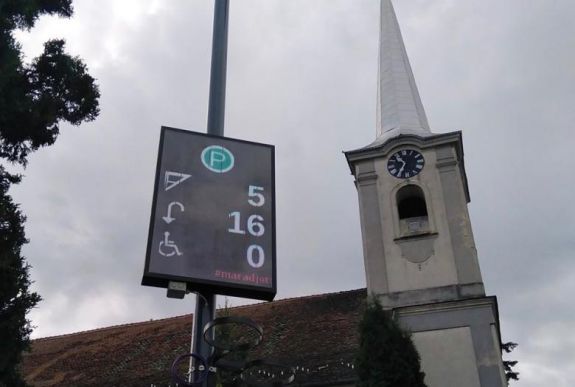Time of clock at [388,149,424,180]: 10:34
